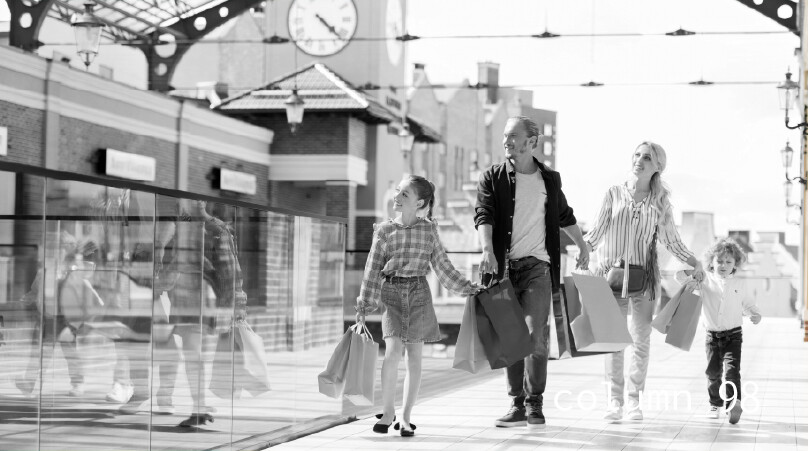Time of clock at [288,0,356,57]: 4:22
